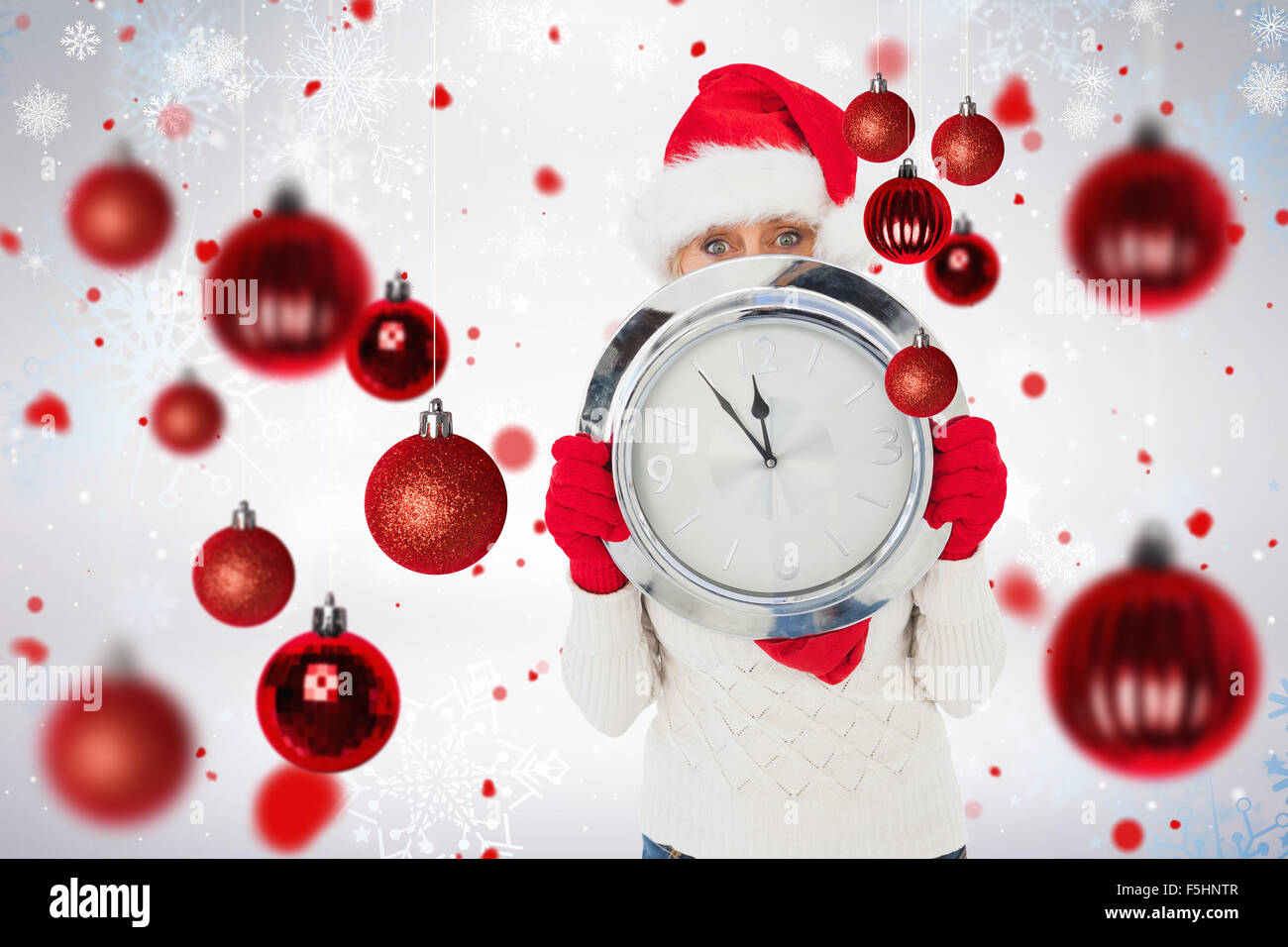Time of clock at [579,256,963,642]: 11:53
